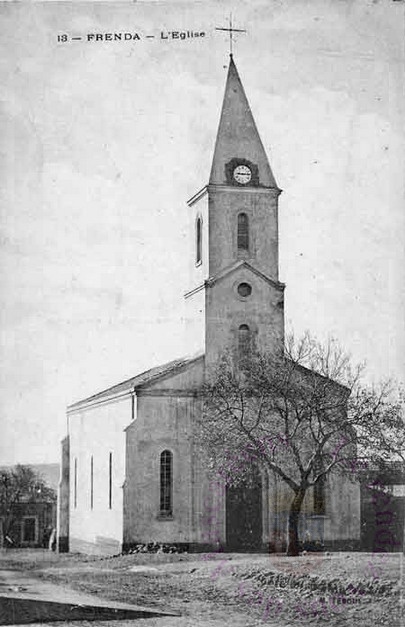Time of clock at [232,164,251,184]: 9:14
